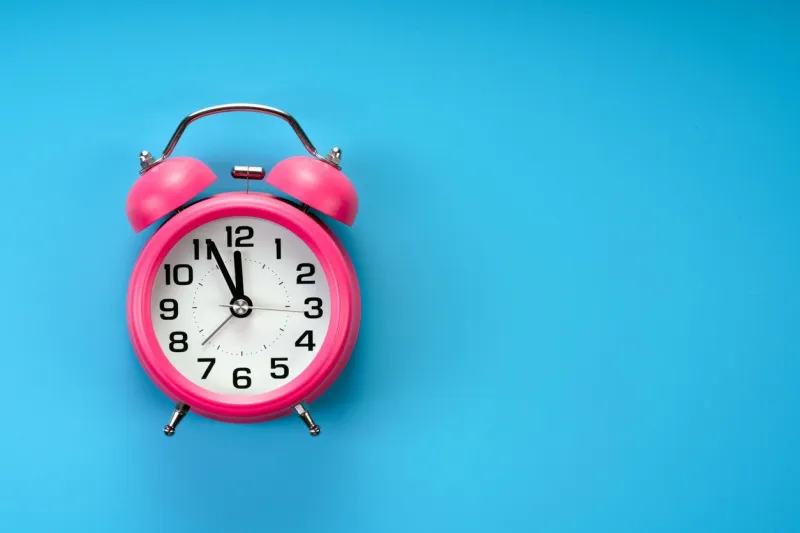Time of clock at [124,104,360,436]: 11:55
